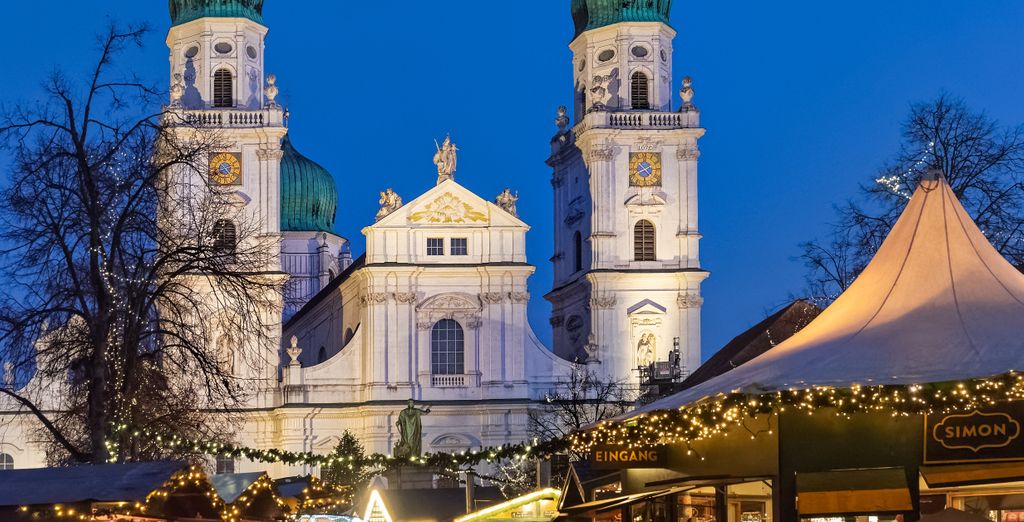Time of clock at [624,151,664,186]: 4:40
